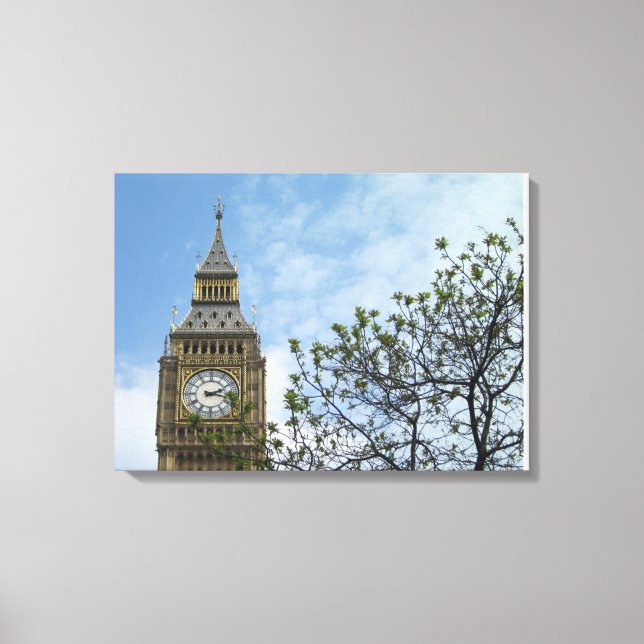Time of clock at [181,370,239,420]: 2:17
